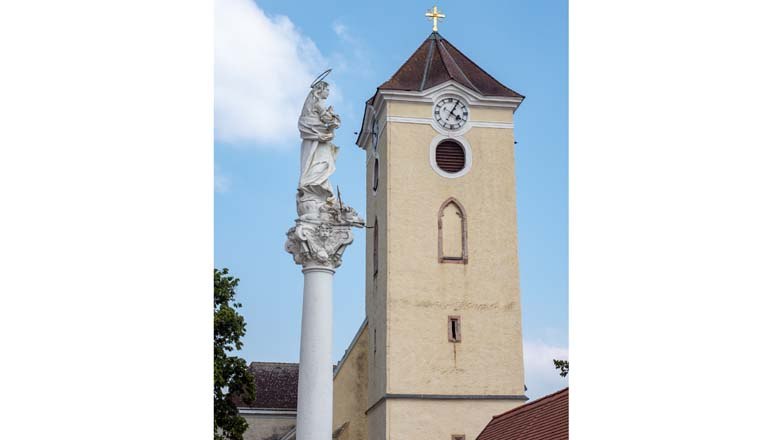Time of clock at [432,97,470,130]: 4:04
